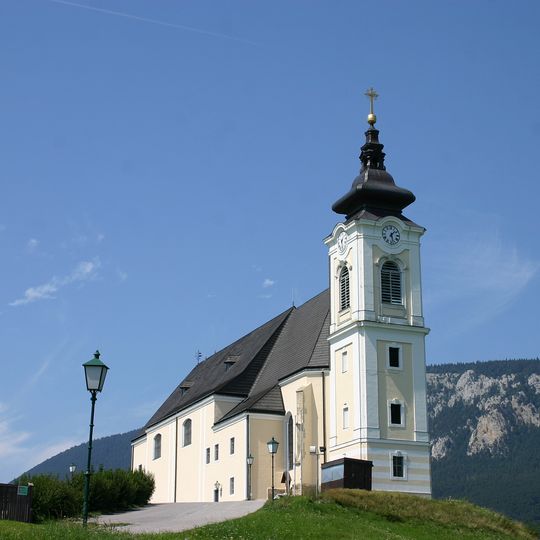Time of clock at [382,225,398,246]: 1:28
